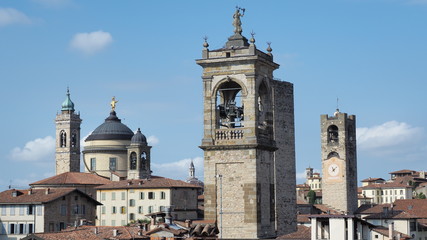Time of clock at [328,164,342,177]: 11:07
